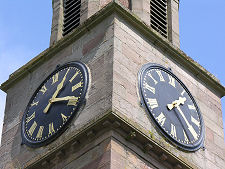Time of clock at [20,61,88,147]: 1:18
